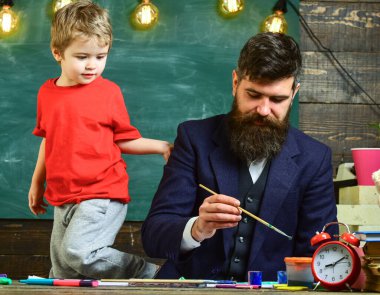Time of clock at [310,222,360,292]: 8:09
